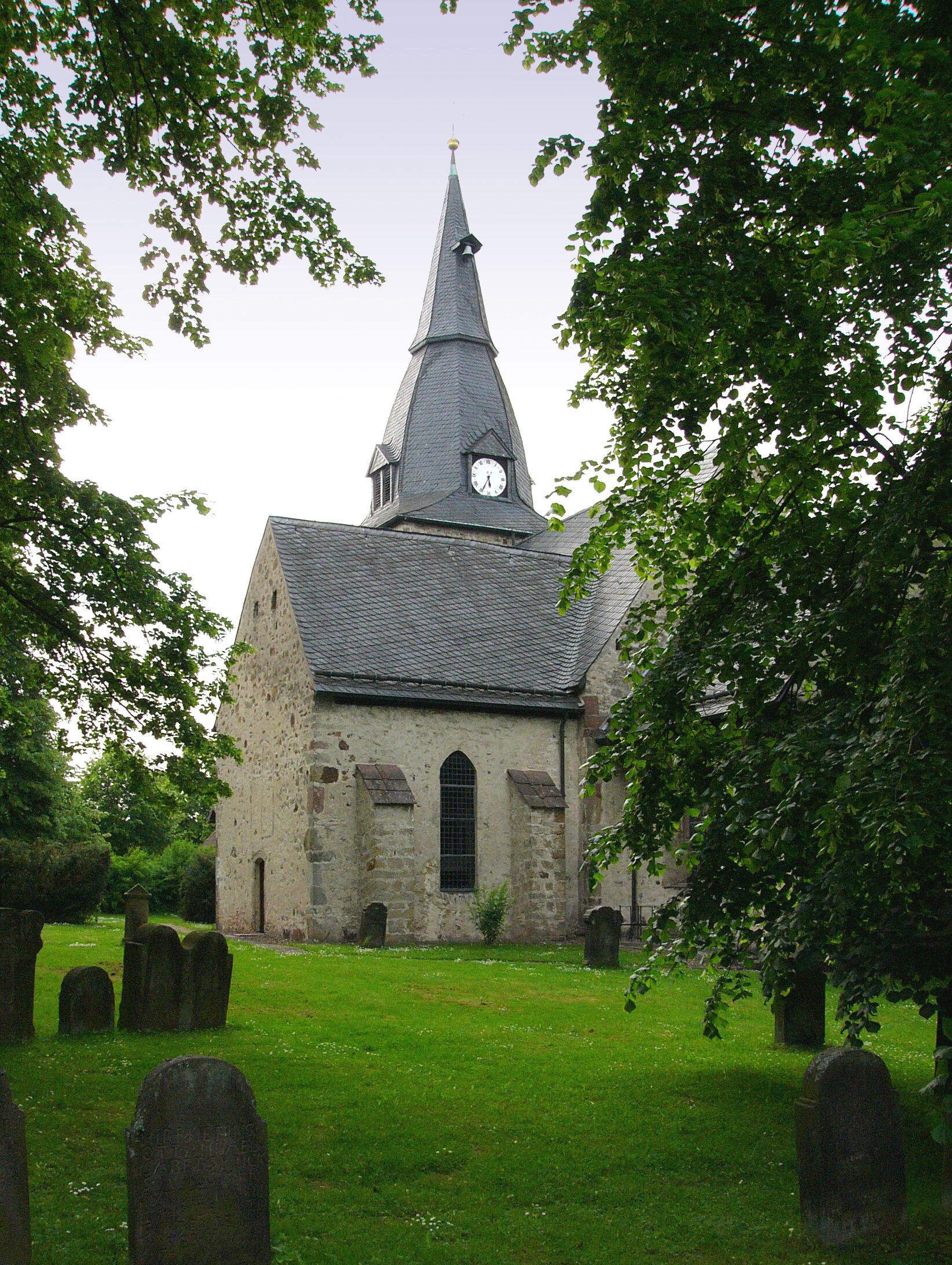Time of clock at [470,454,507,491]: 5:34
